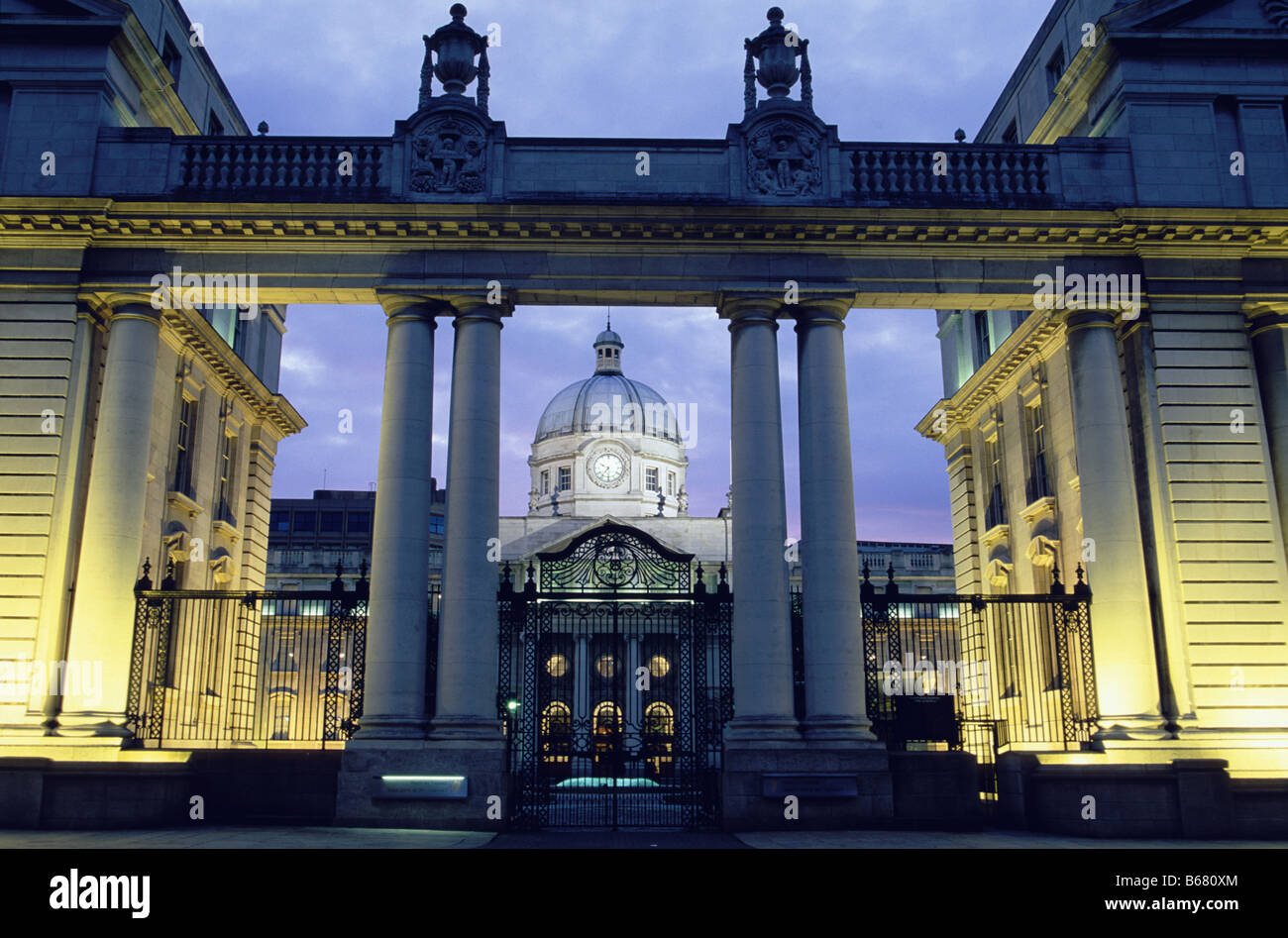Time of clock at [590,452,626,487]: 9:36
